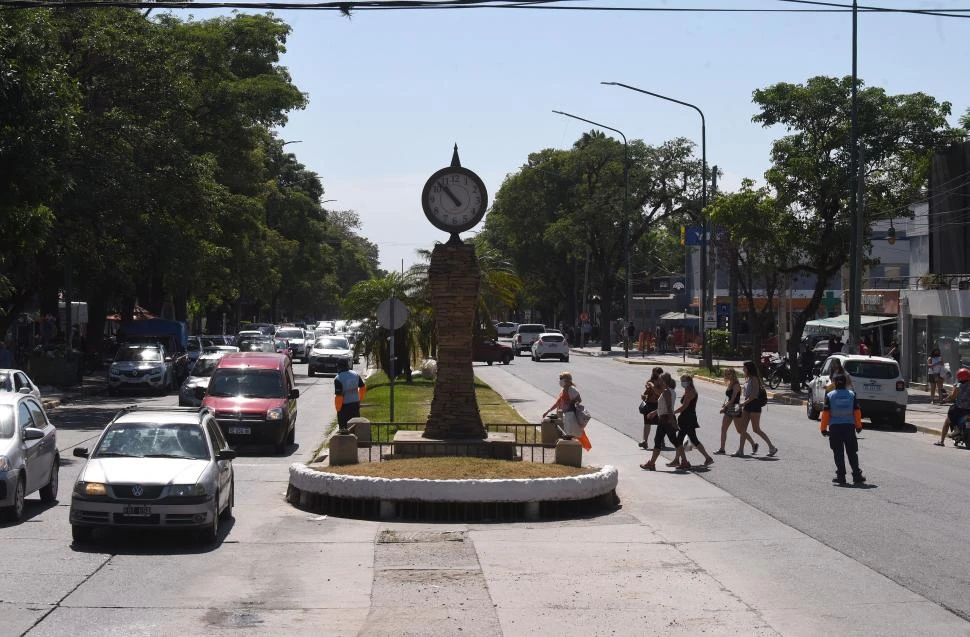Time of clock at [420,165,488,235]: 10:52
